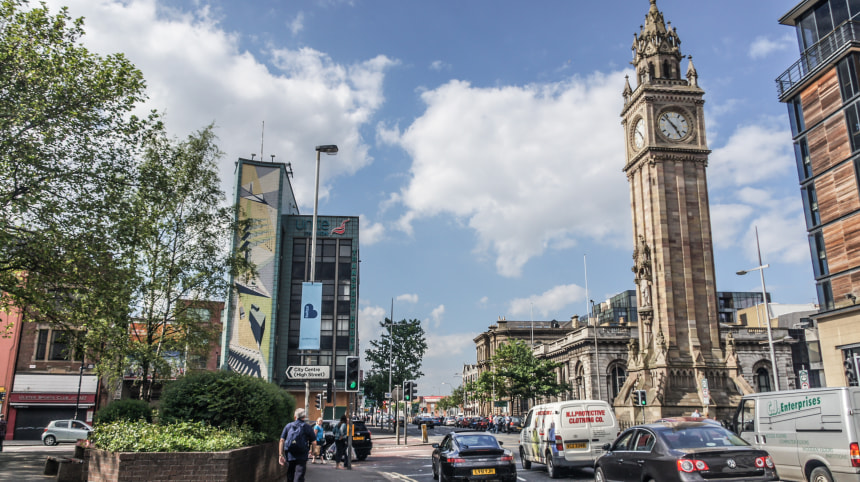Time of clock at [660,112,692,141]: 4:52
